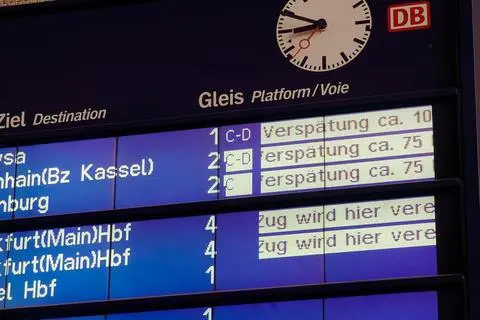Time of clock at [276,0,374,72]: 8:49
